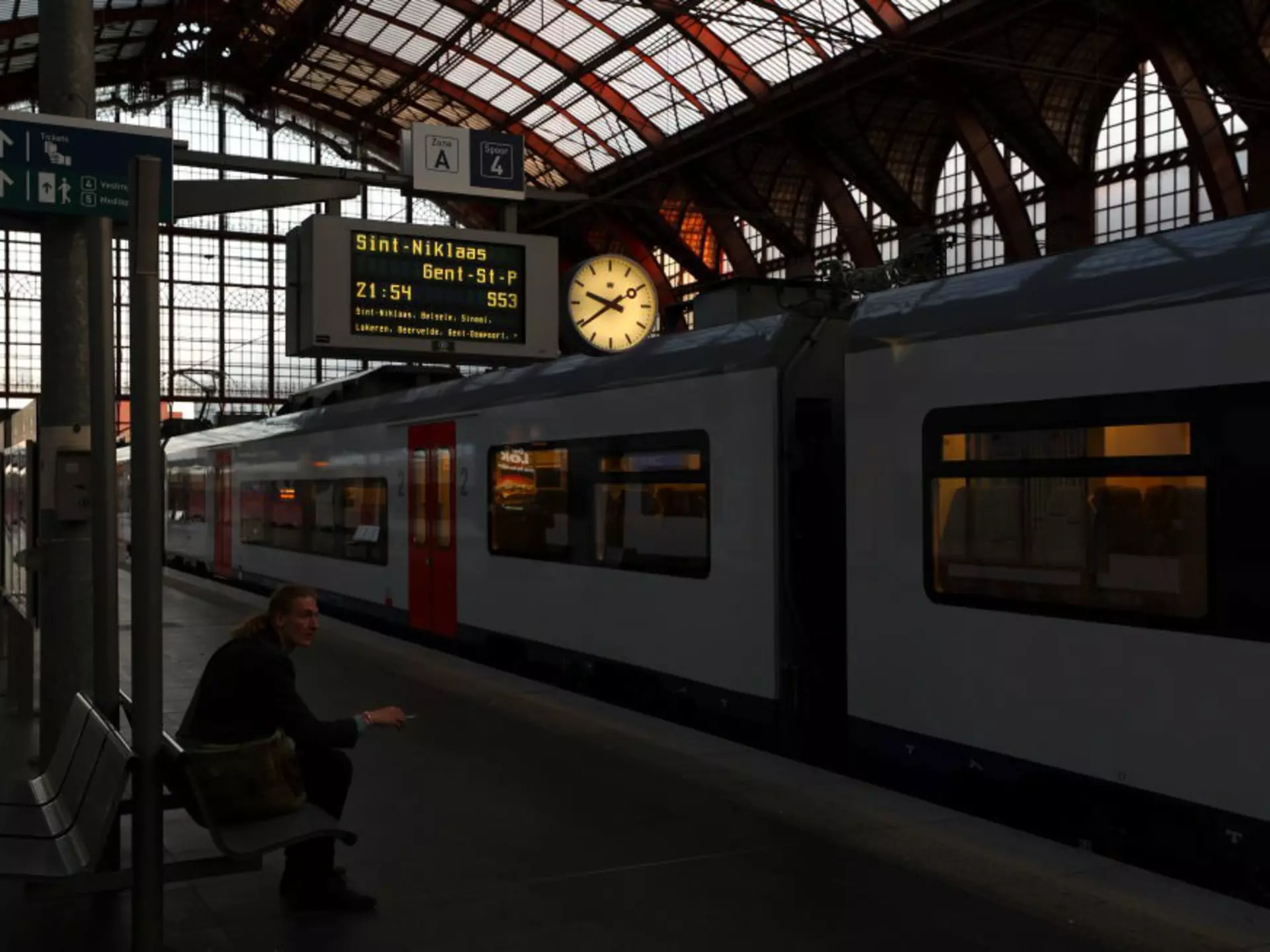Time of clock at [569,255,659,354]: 9:39
